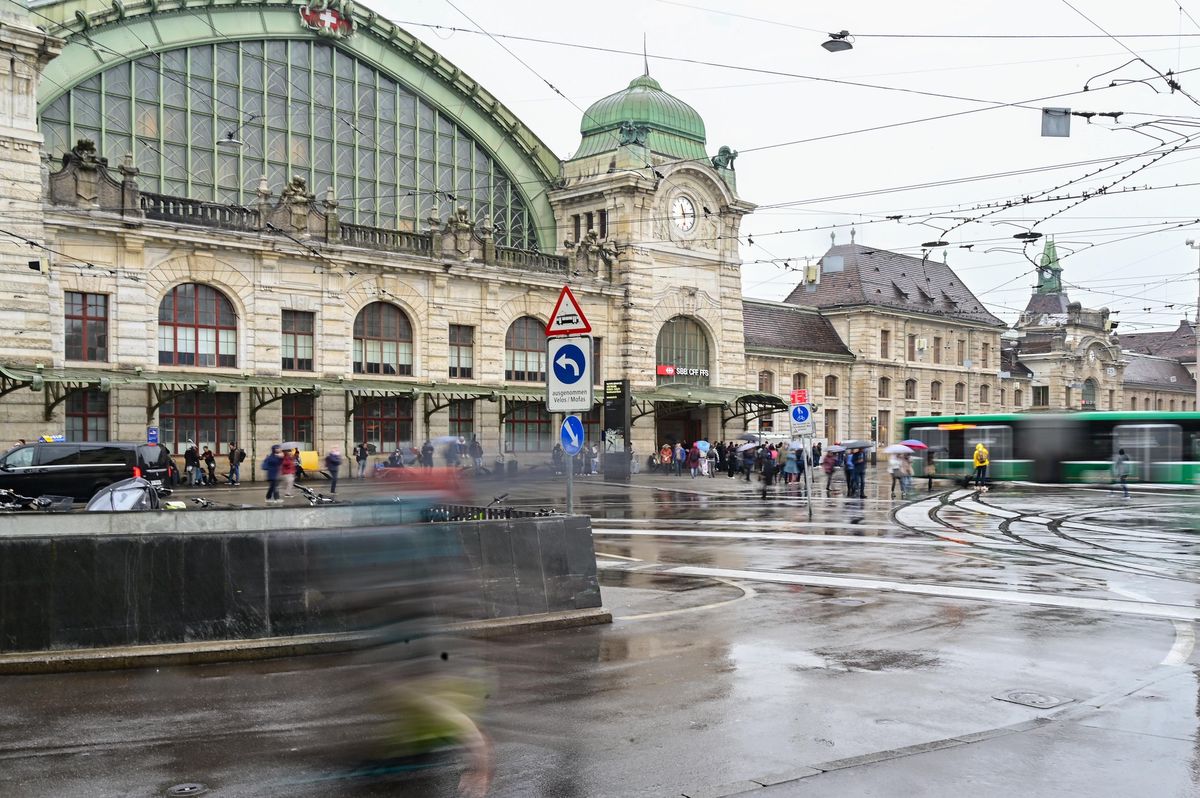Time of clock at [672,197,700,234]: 11:13
